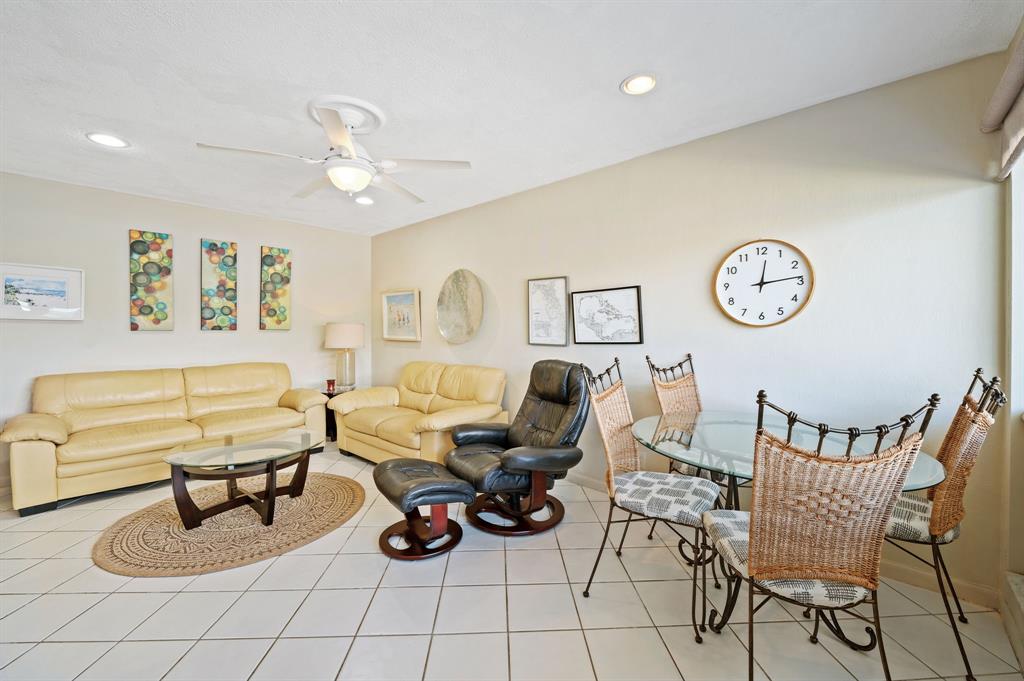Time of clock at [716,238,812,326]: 12:13
